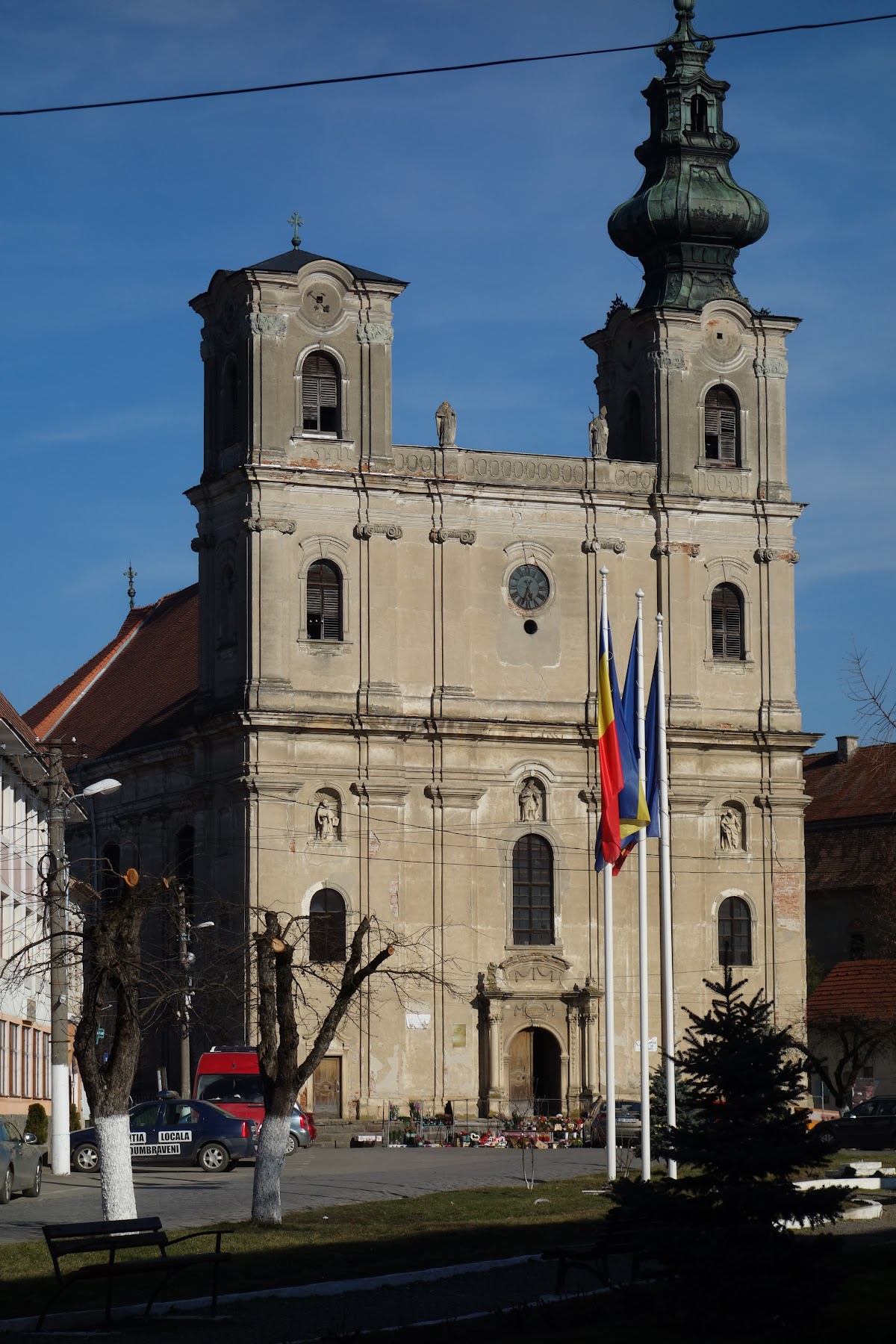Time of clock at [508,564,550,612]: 5:33
